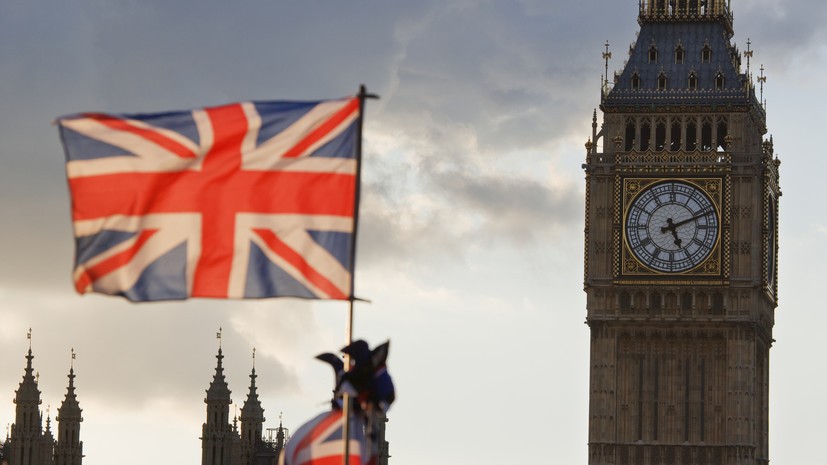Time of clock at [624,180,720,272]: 5:11
